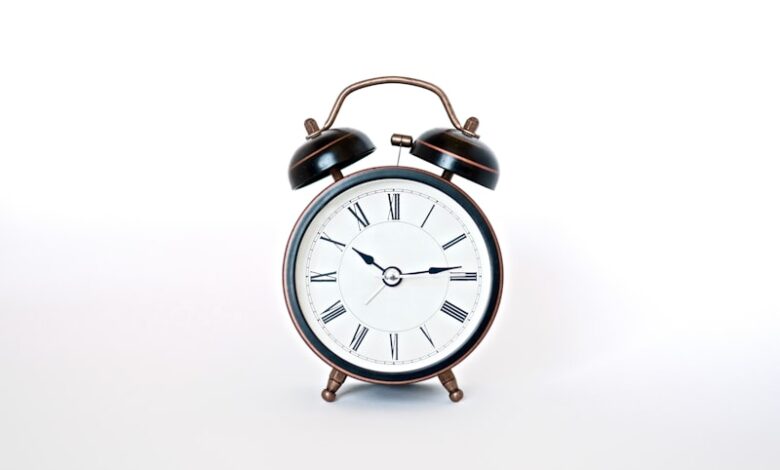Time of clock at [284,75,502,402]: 10:13
